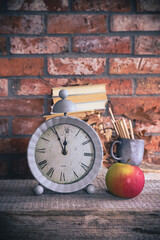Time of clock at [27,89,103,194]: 11:55
